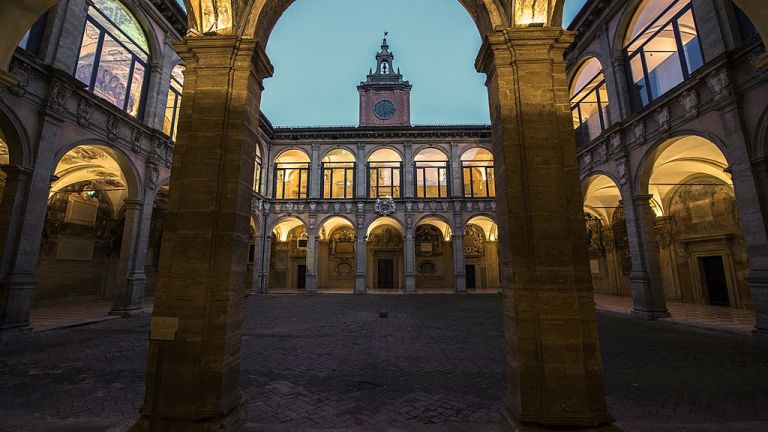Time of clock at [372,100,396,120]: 5:29
